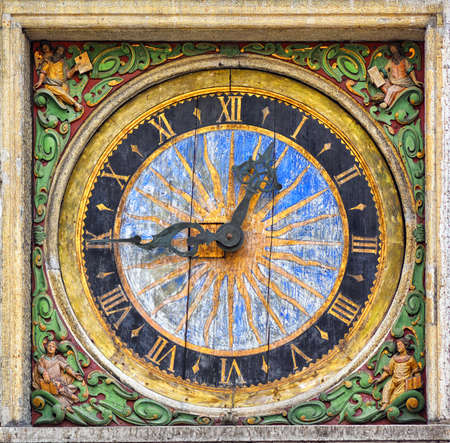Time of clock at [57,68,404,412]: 12:43
